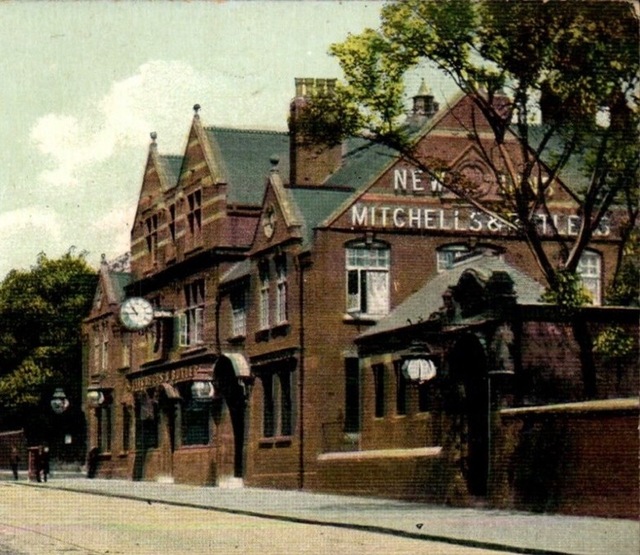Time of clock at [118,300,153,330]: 10:43
